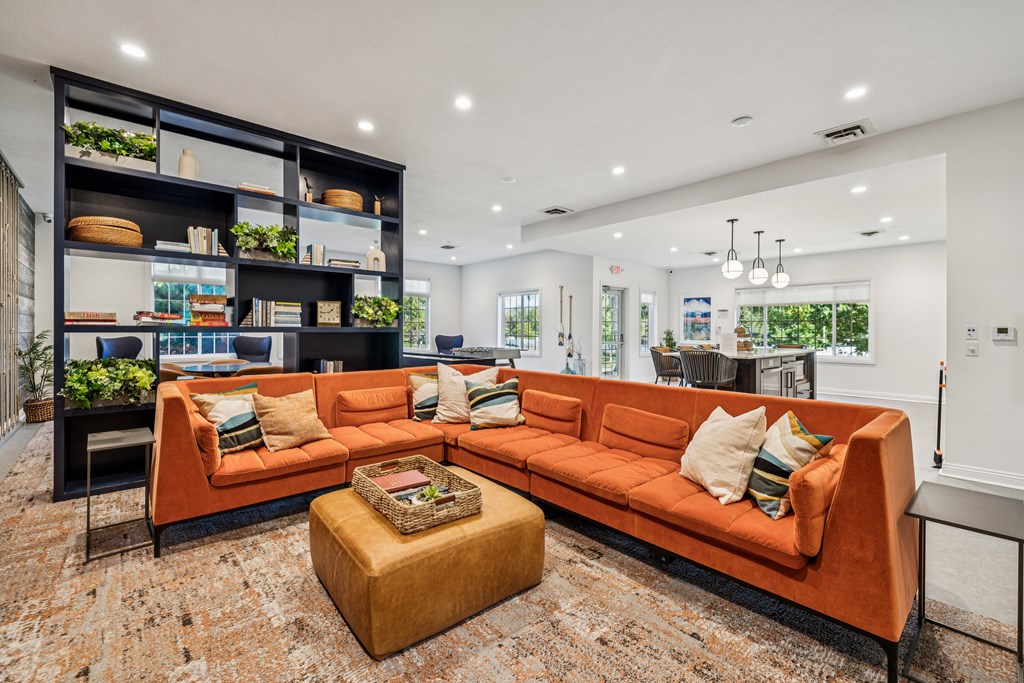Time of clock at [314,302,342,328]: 1:43
